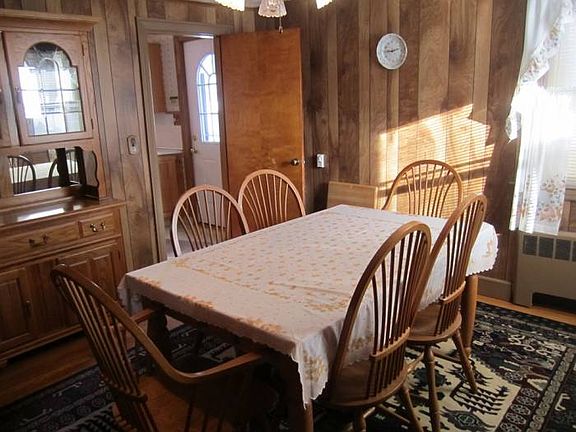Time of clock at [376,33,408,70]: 9:12
